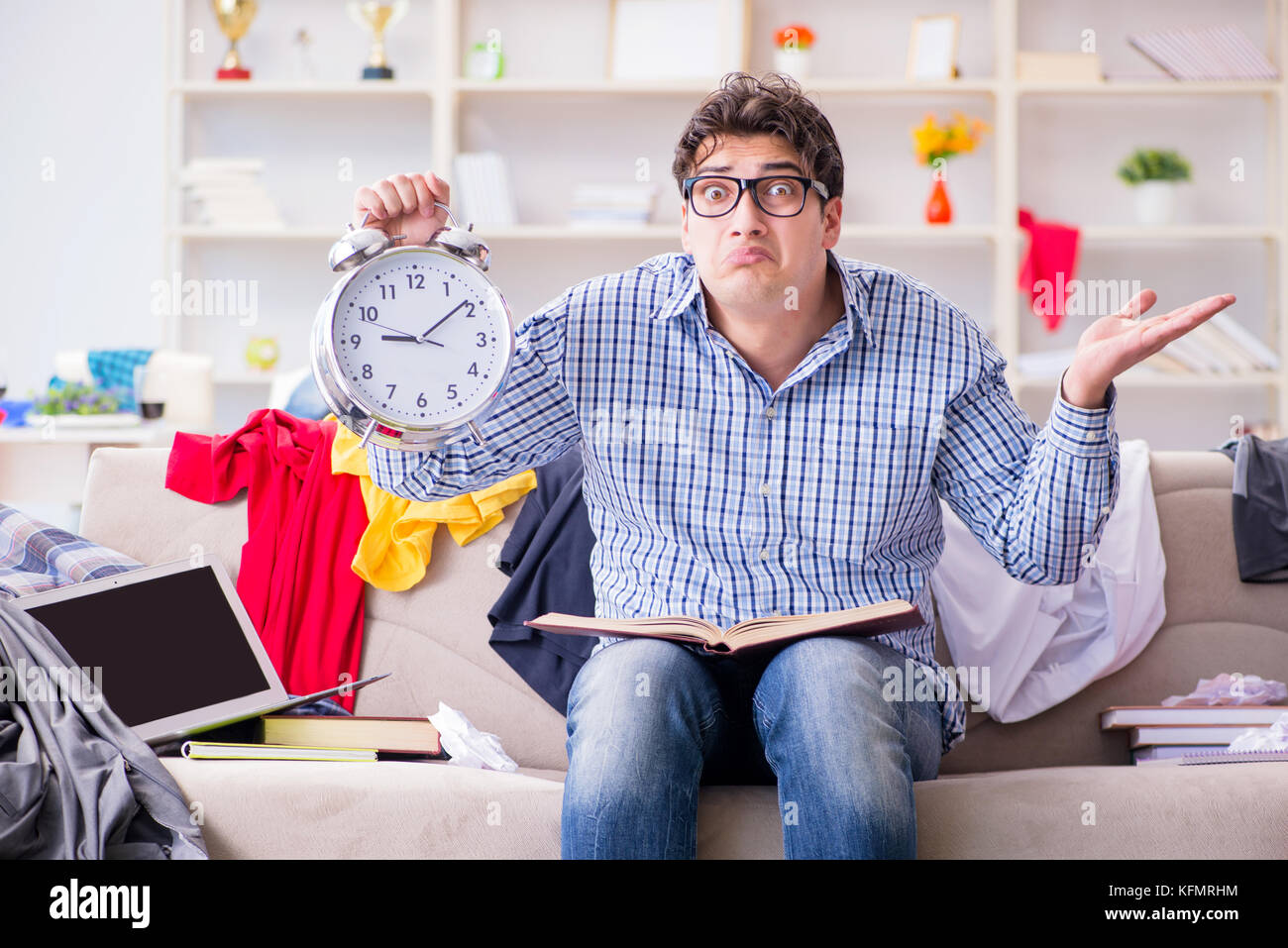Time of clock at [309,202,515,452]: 9:09
